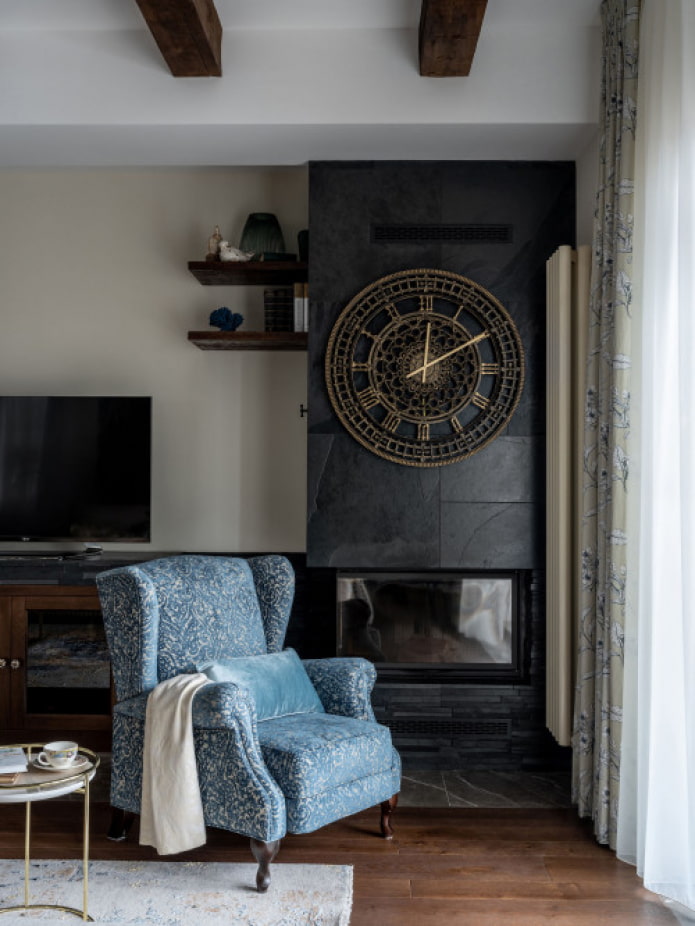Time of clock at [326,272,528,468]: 12:09
